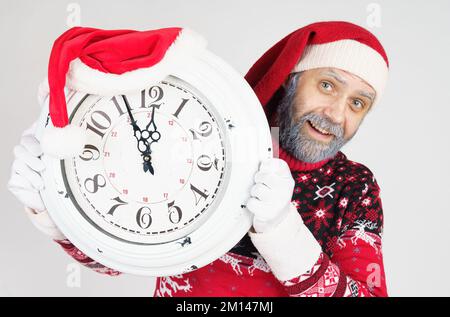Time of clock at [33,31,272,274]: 11:55
